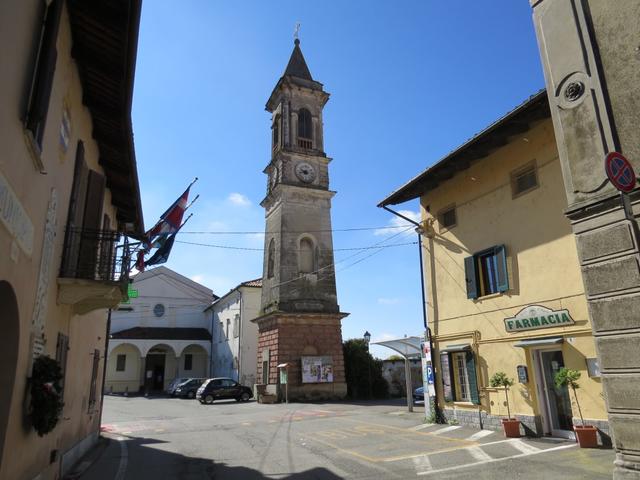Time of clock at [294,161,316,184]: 9:42
